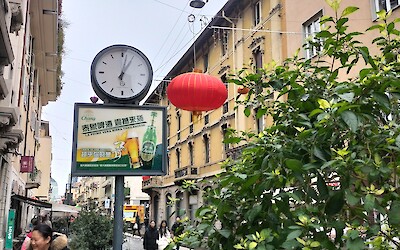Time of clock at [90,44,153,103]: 1:01
